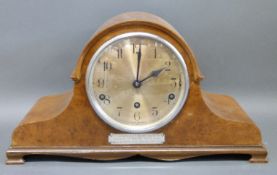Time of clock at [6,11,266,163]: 2:00
